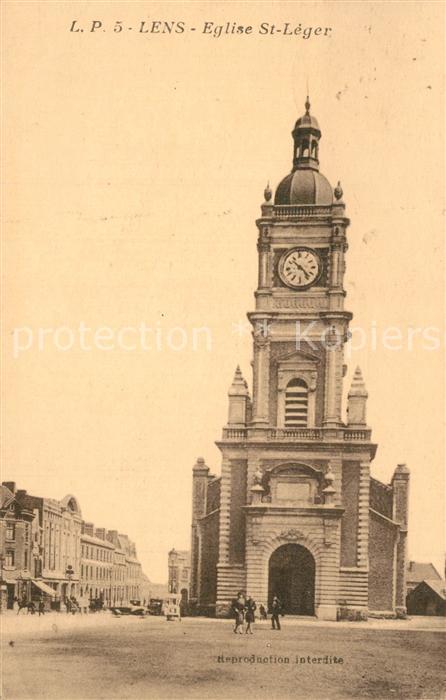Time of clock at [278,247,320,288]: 10:23
